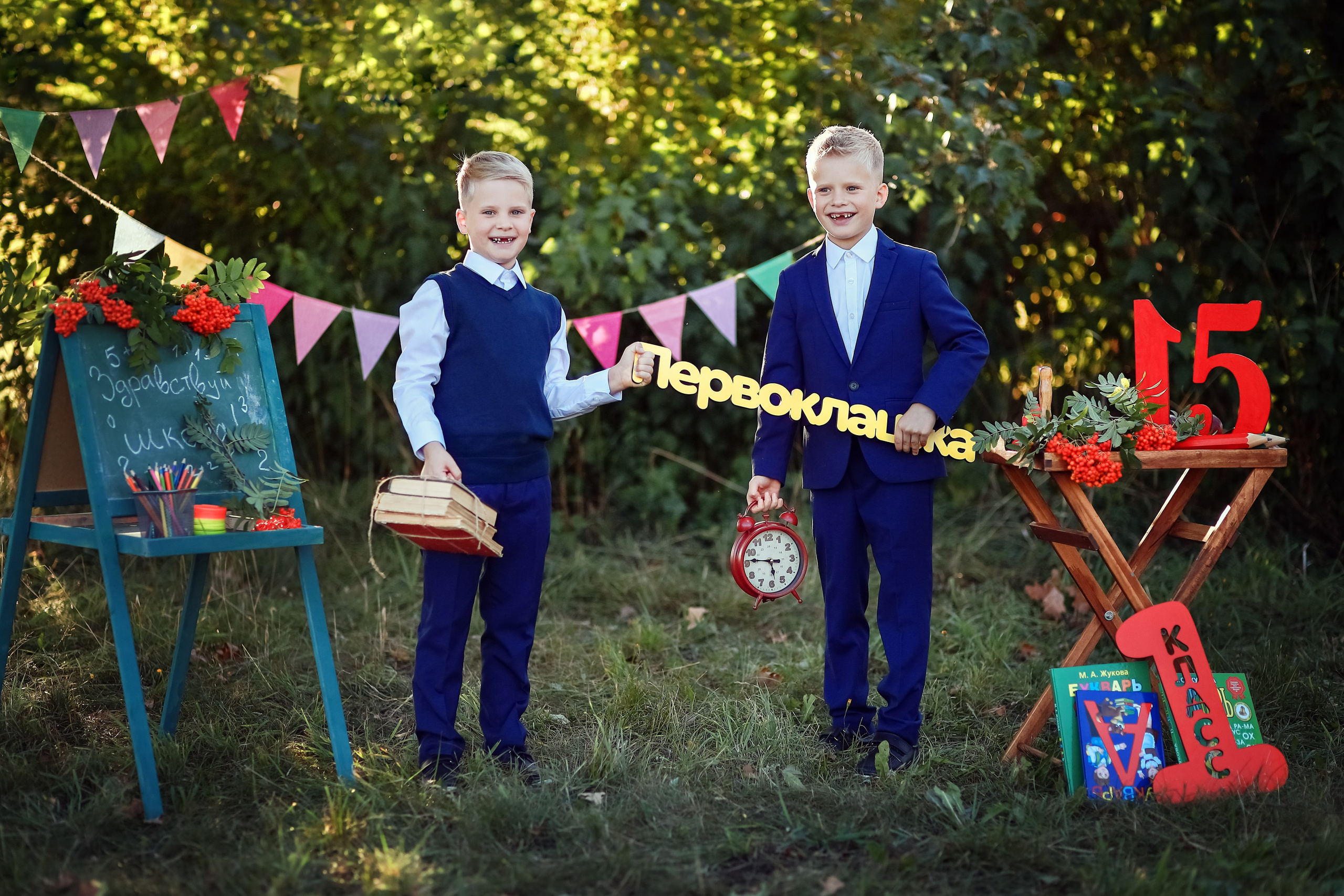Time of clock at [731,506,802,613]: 5:46
